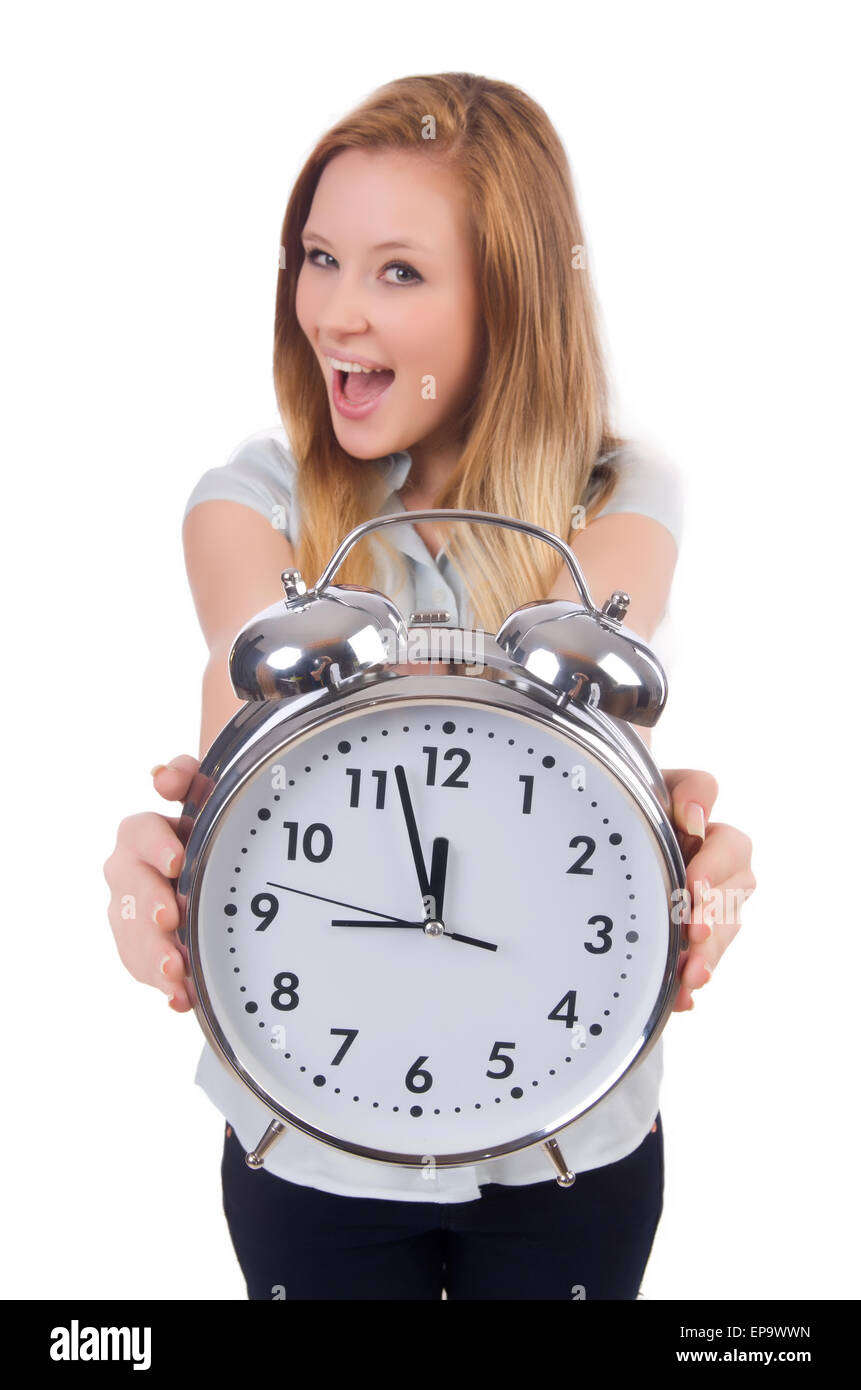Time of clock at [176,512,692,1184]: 8:57
